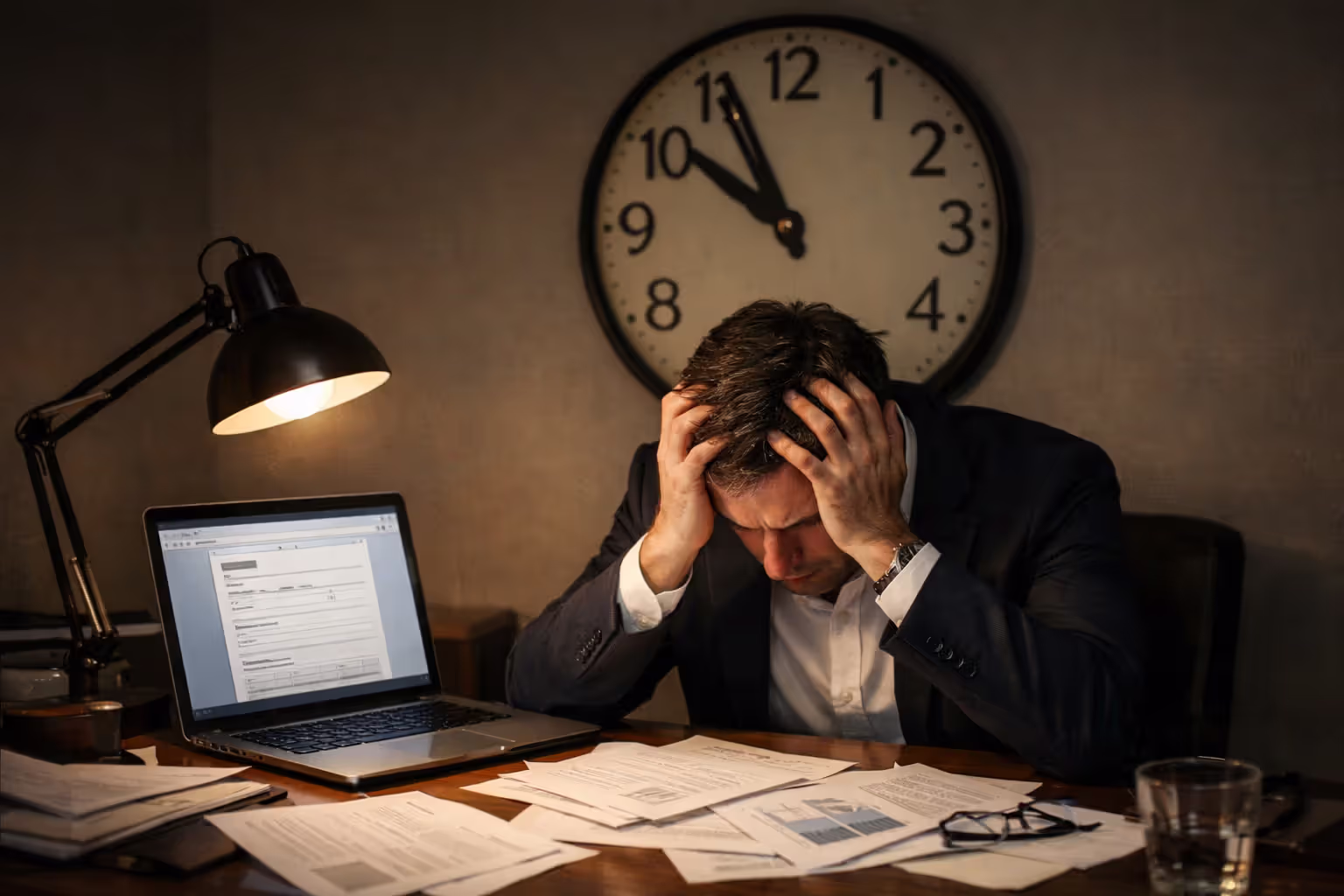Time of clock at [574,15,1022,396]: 9:55
